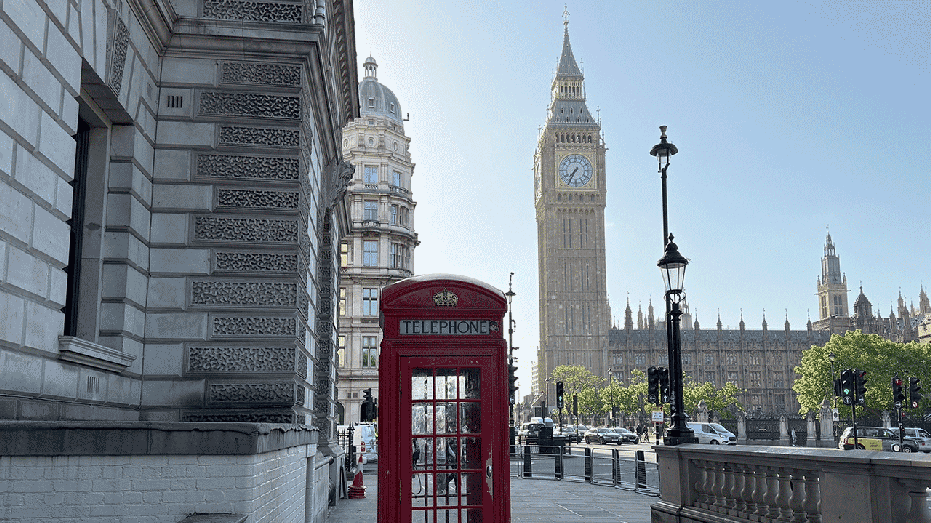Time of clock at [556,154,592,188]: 7:35
